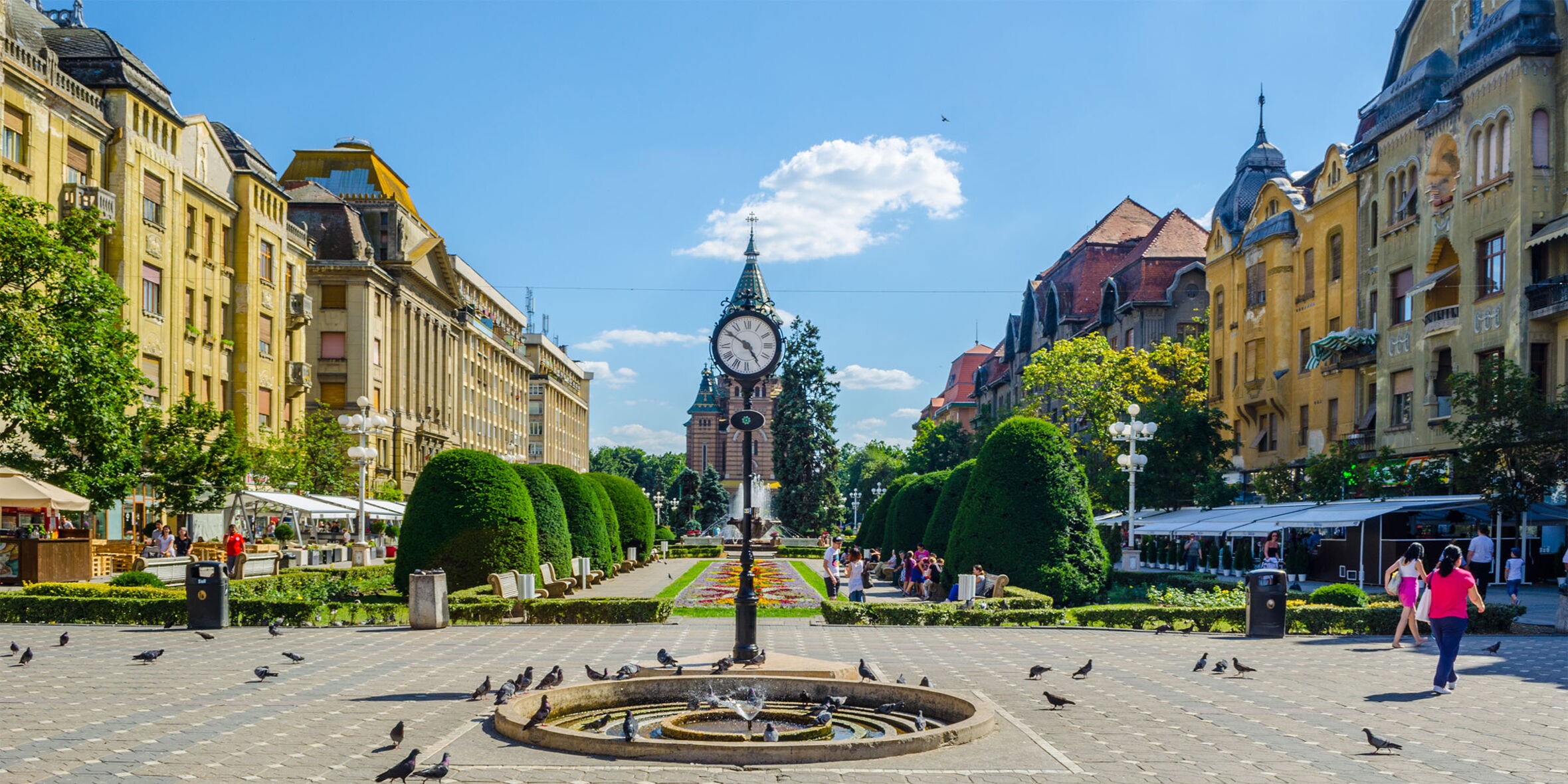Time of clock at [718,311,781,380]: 4:50
